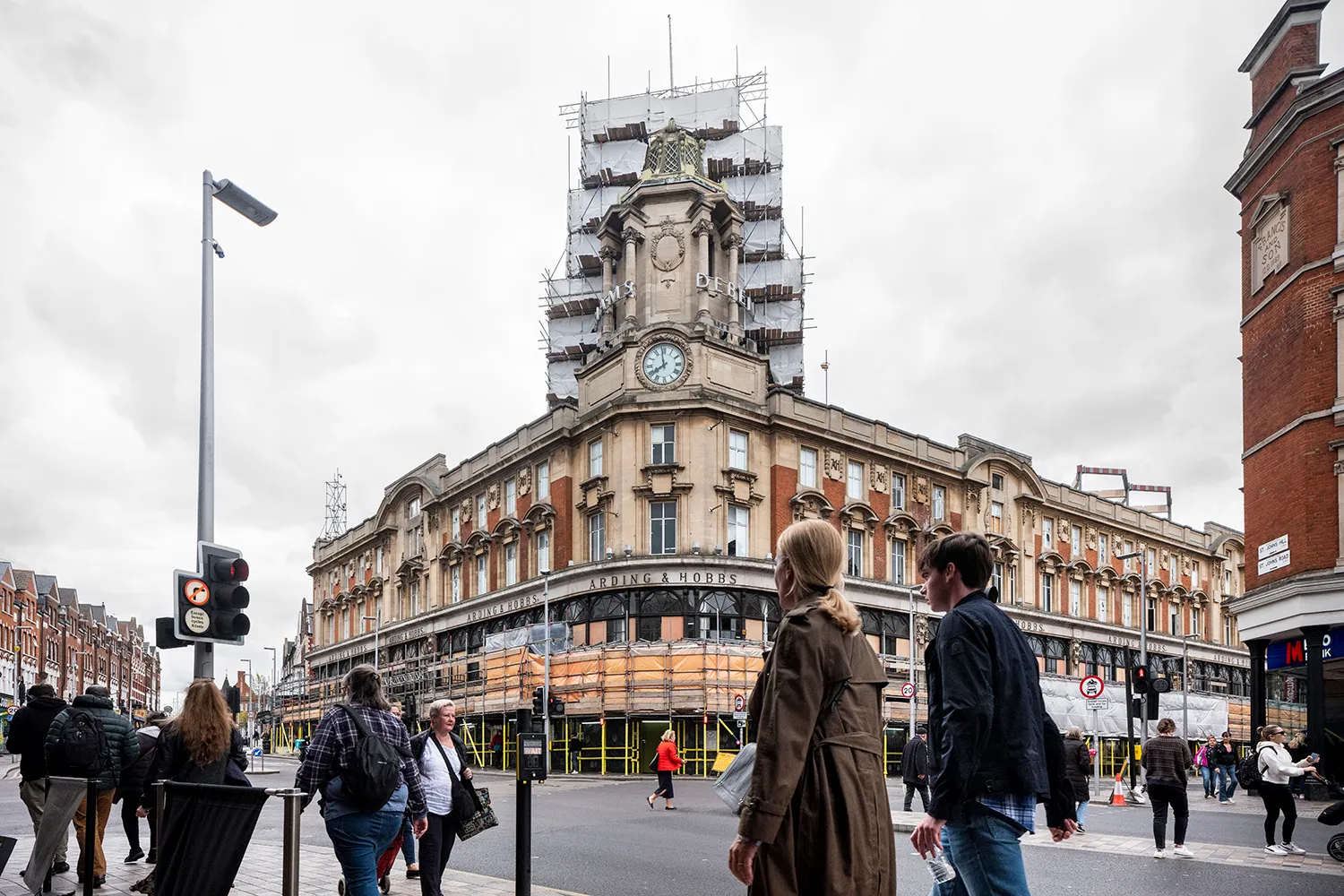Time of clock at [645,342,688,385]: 7:58
